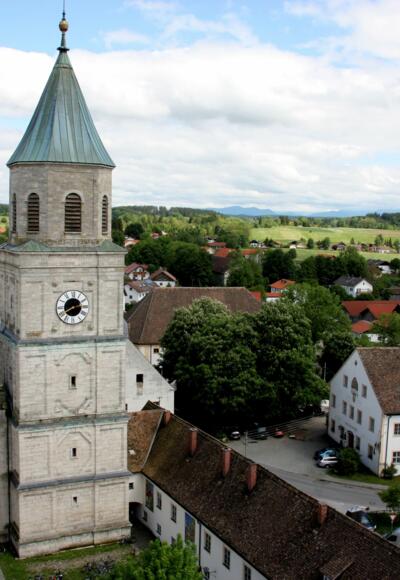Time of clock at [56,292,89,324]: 2:40
